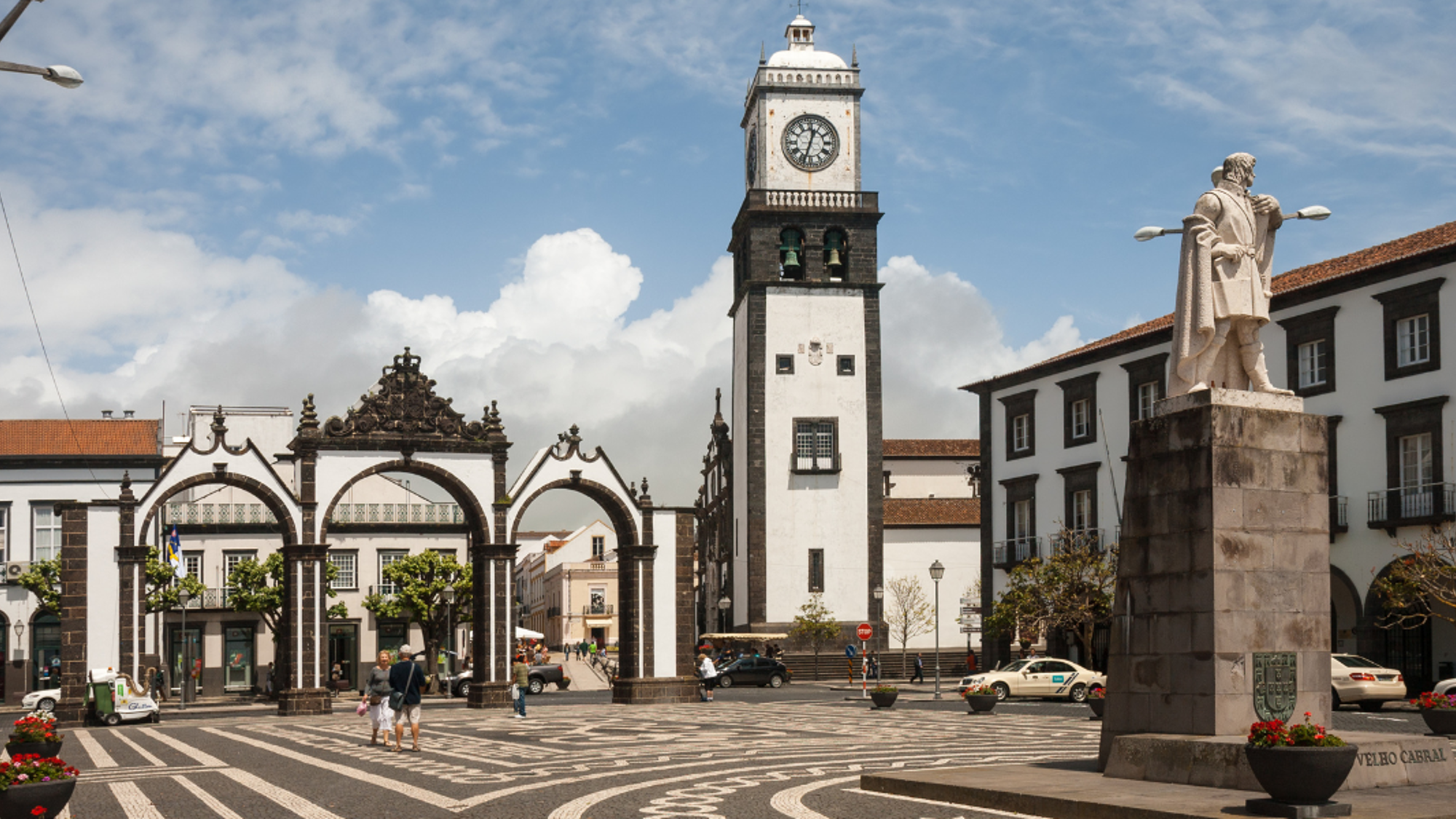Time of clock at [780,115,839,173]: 12:33
